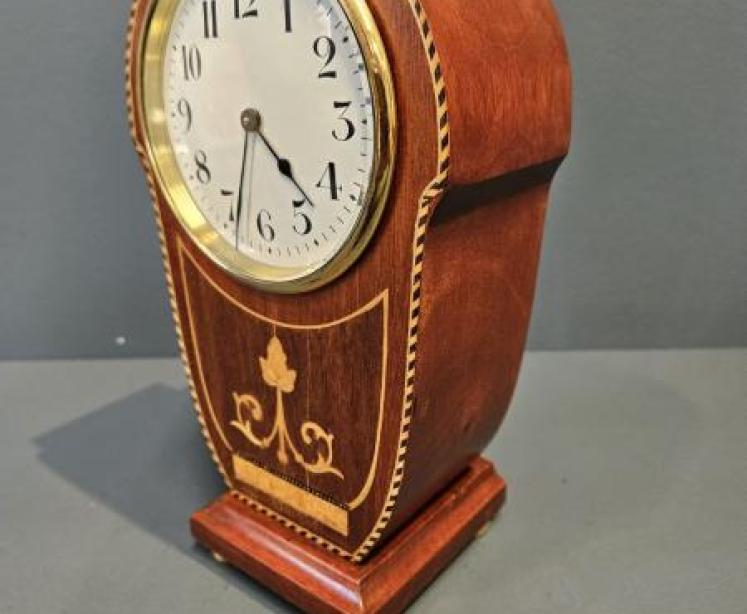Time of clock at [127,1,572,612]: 4:33
